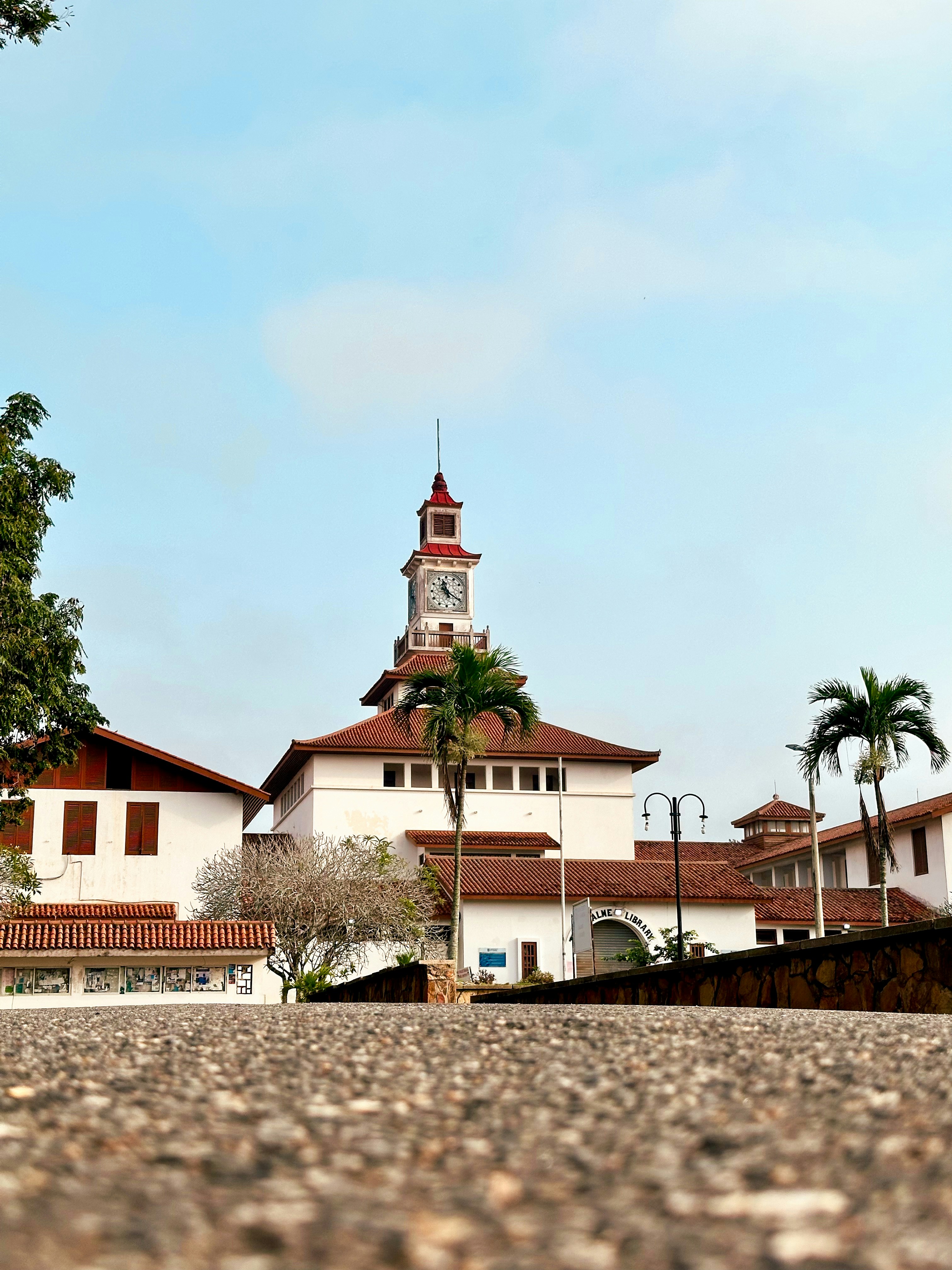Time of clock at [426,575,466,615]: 11:20
